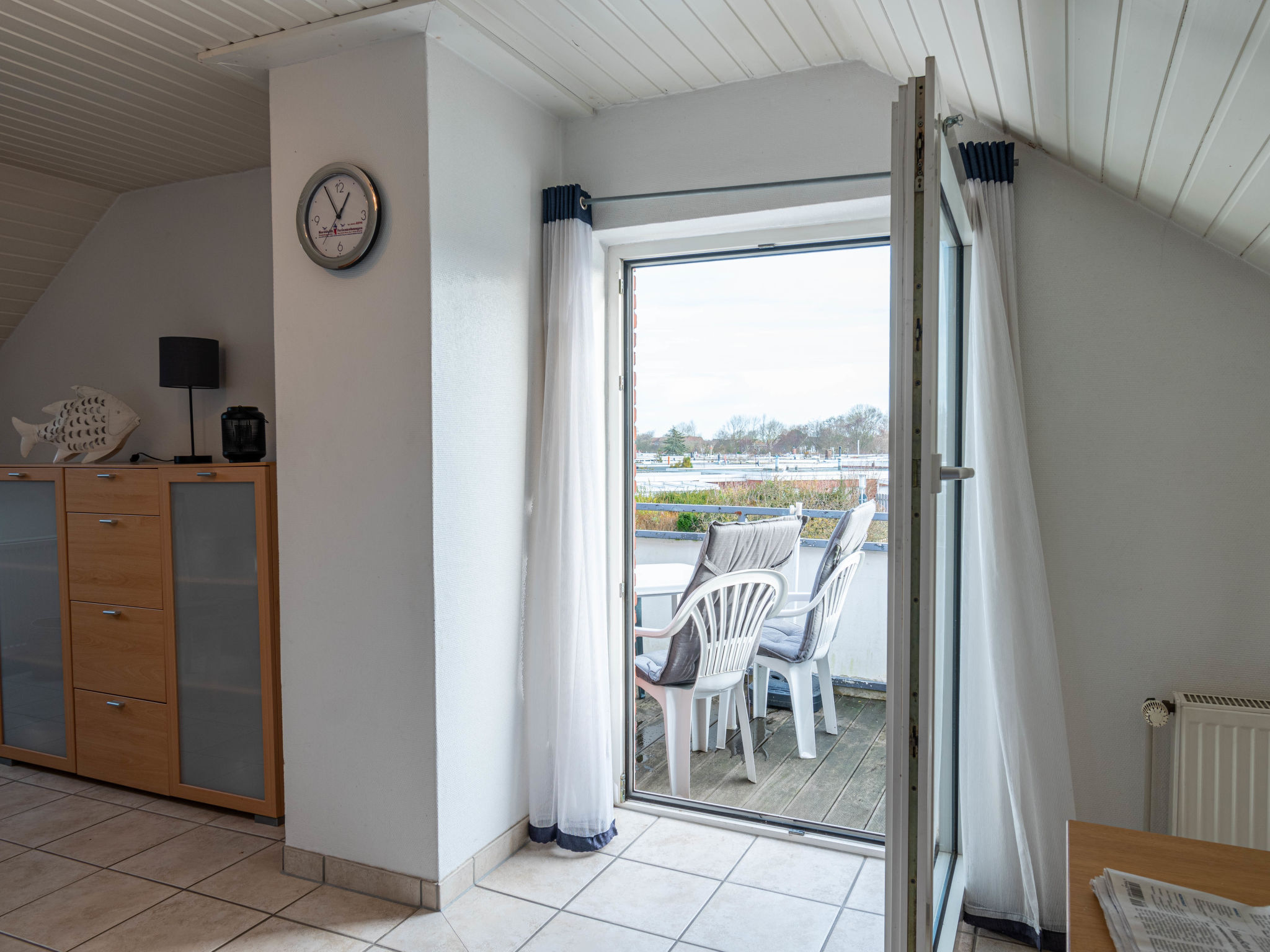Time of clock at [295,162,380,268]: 12:55
